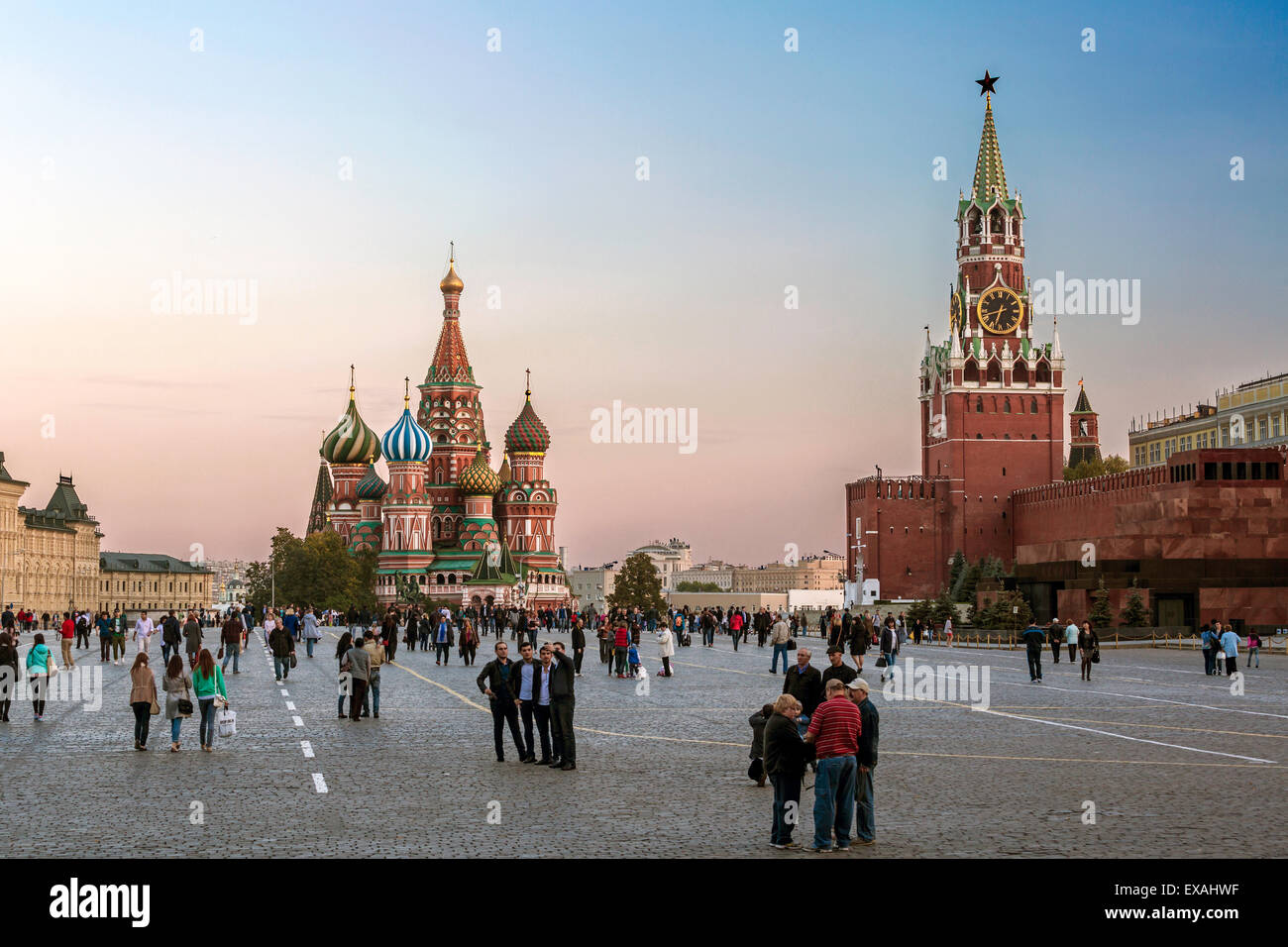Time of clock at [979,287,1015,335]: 8:33
